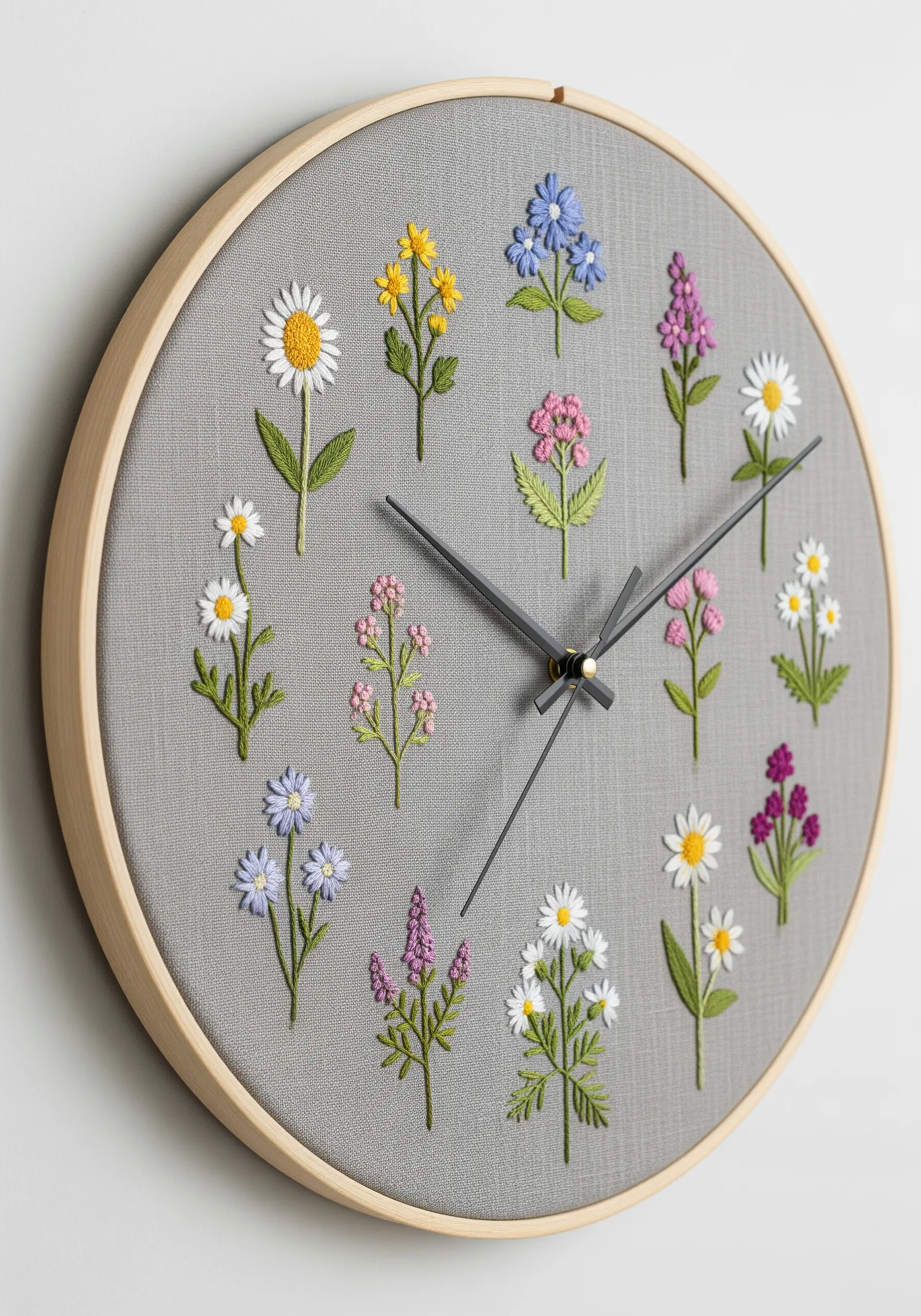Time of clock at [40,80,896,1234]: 1:50
